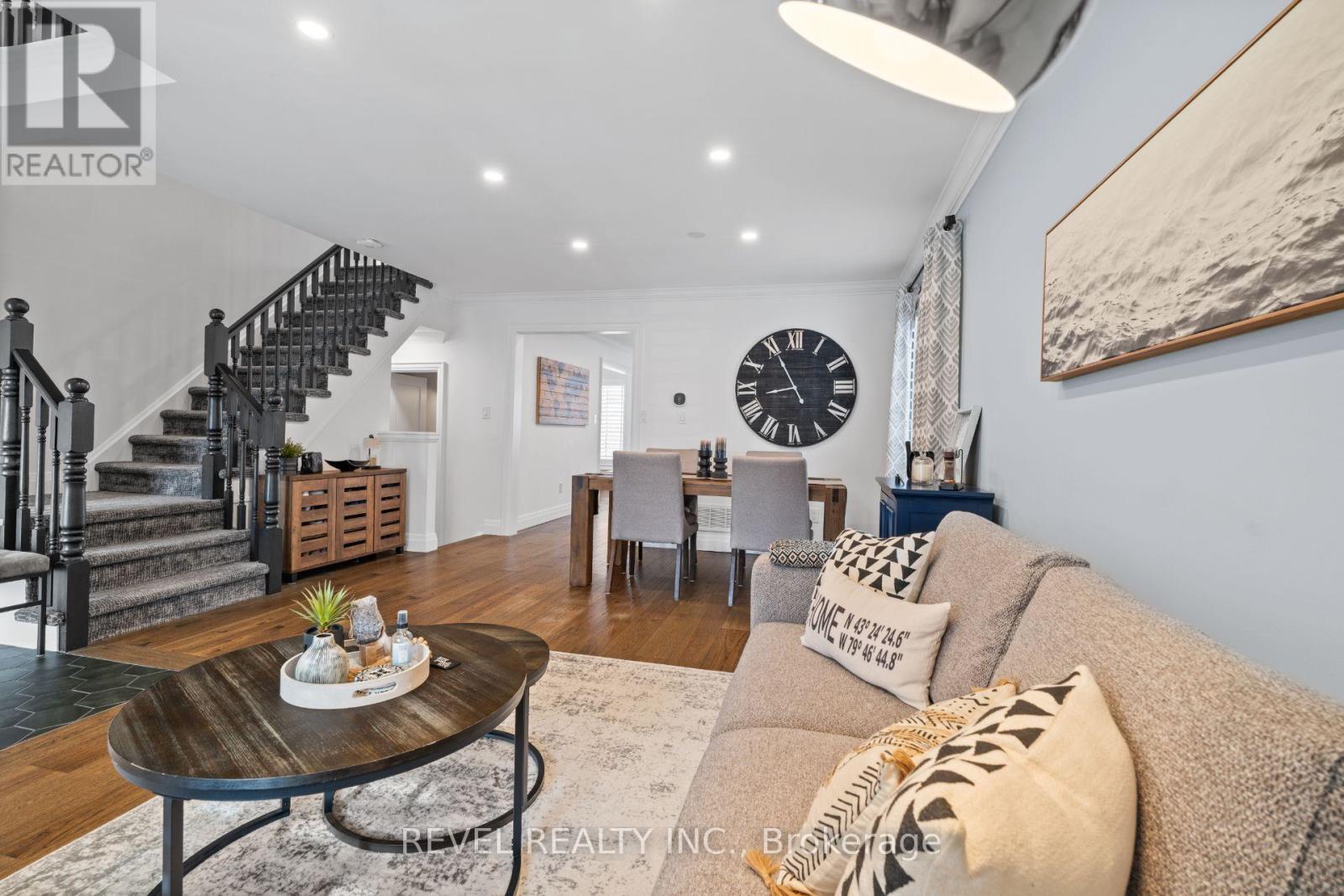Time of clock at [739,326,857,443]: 8:55
